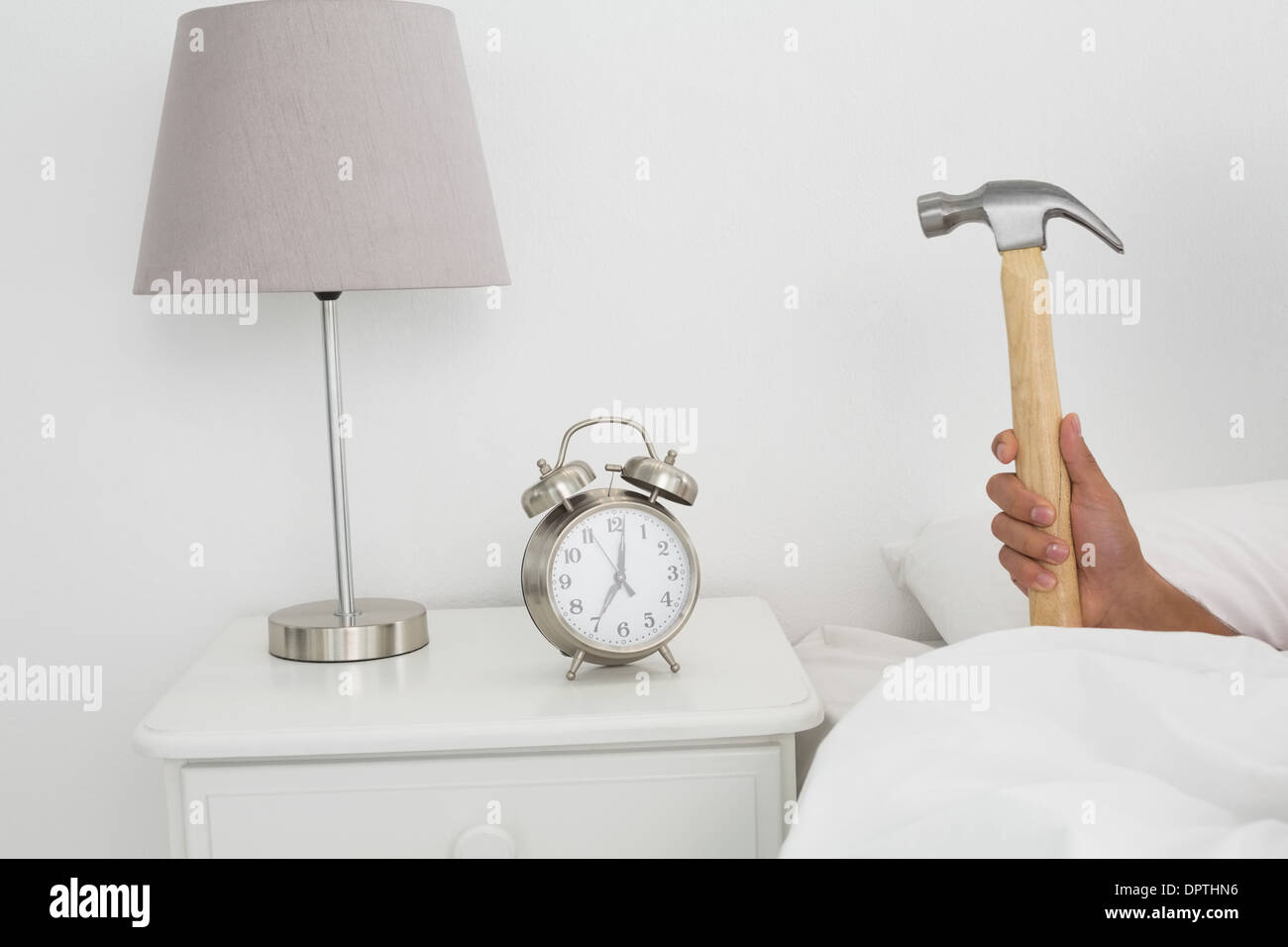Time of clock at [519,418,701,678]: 7:01
